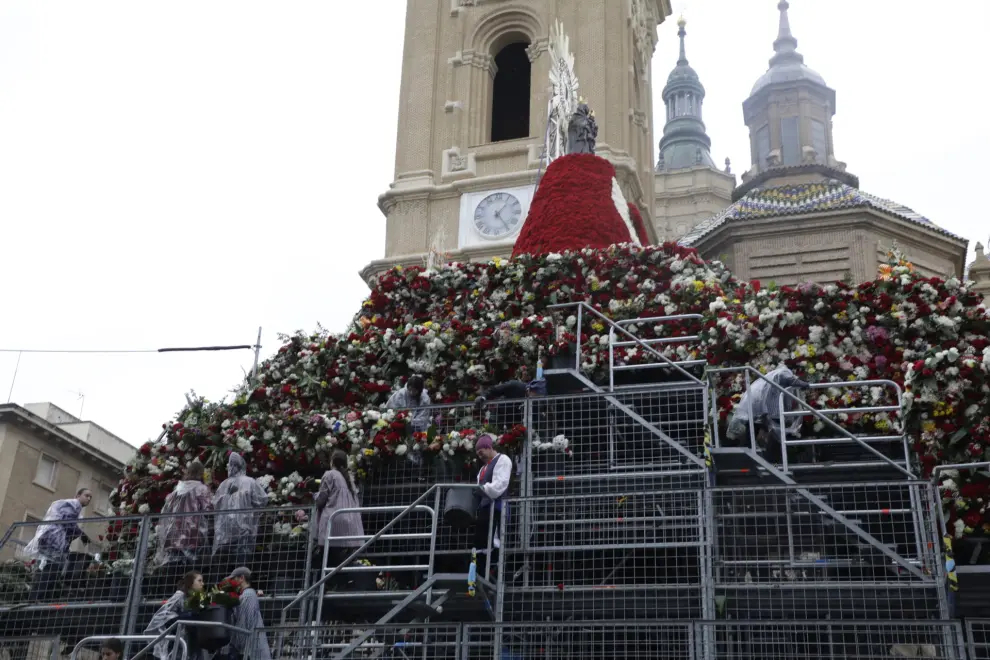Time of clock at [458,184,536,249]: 1:23
